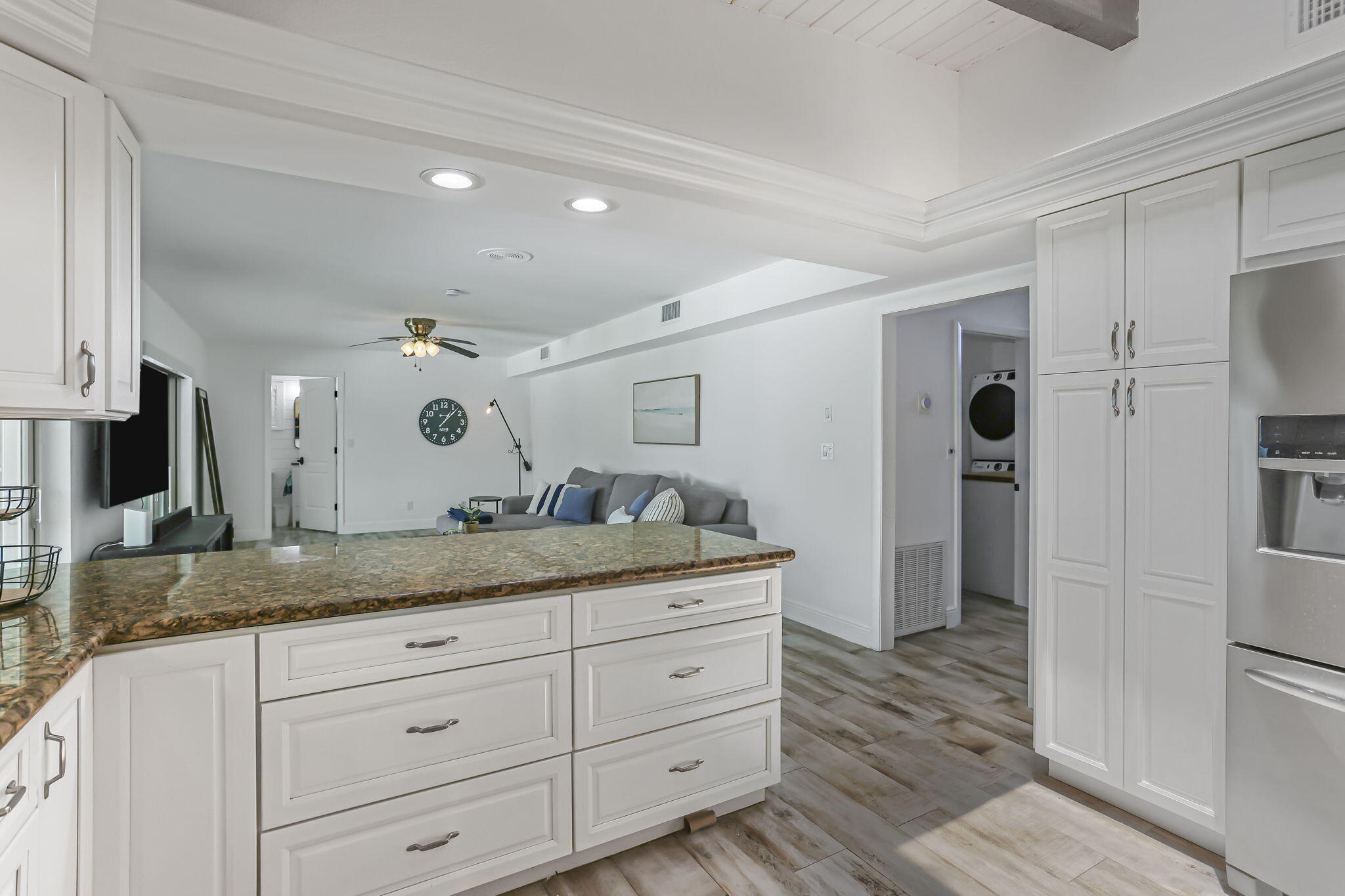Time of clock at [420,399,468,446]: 1:07
